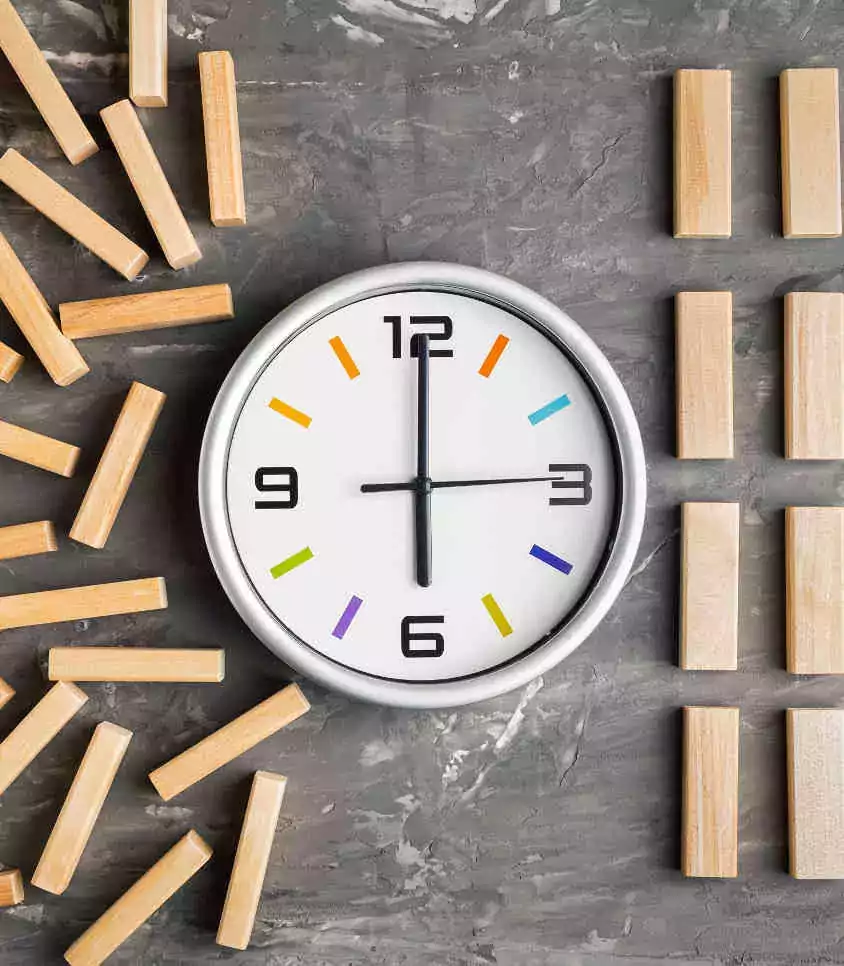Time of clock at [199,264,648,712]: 6:00
